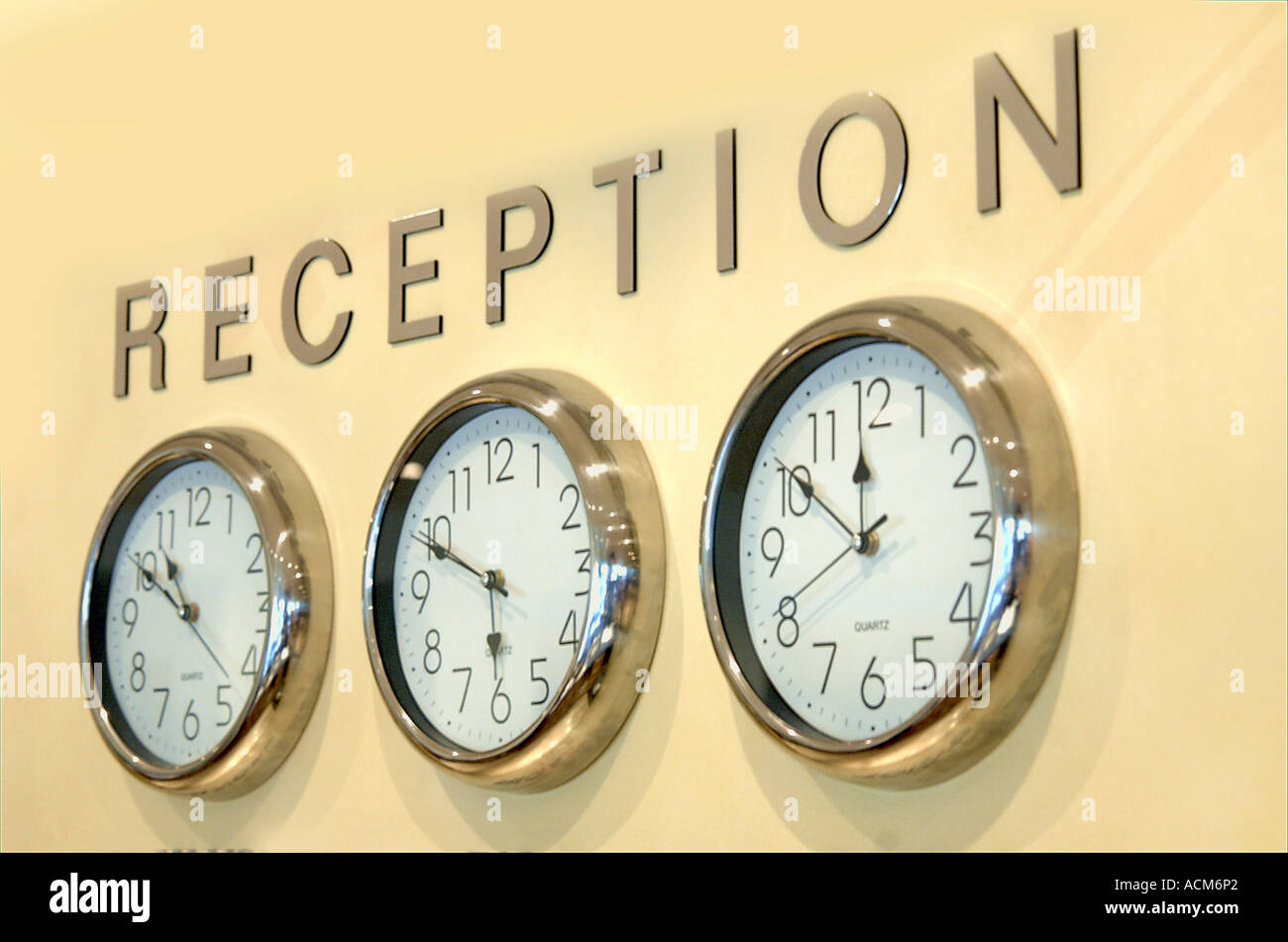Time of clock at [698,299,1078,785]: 11:50
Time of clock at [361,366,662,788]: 5:49
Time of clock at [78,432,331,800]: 10:50
